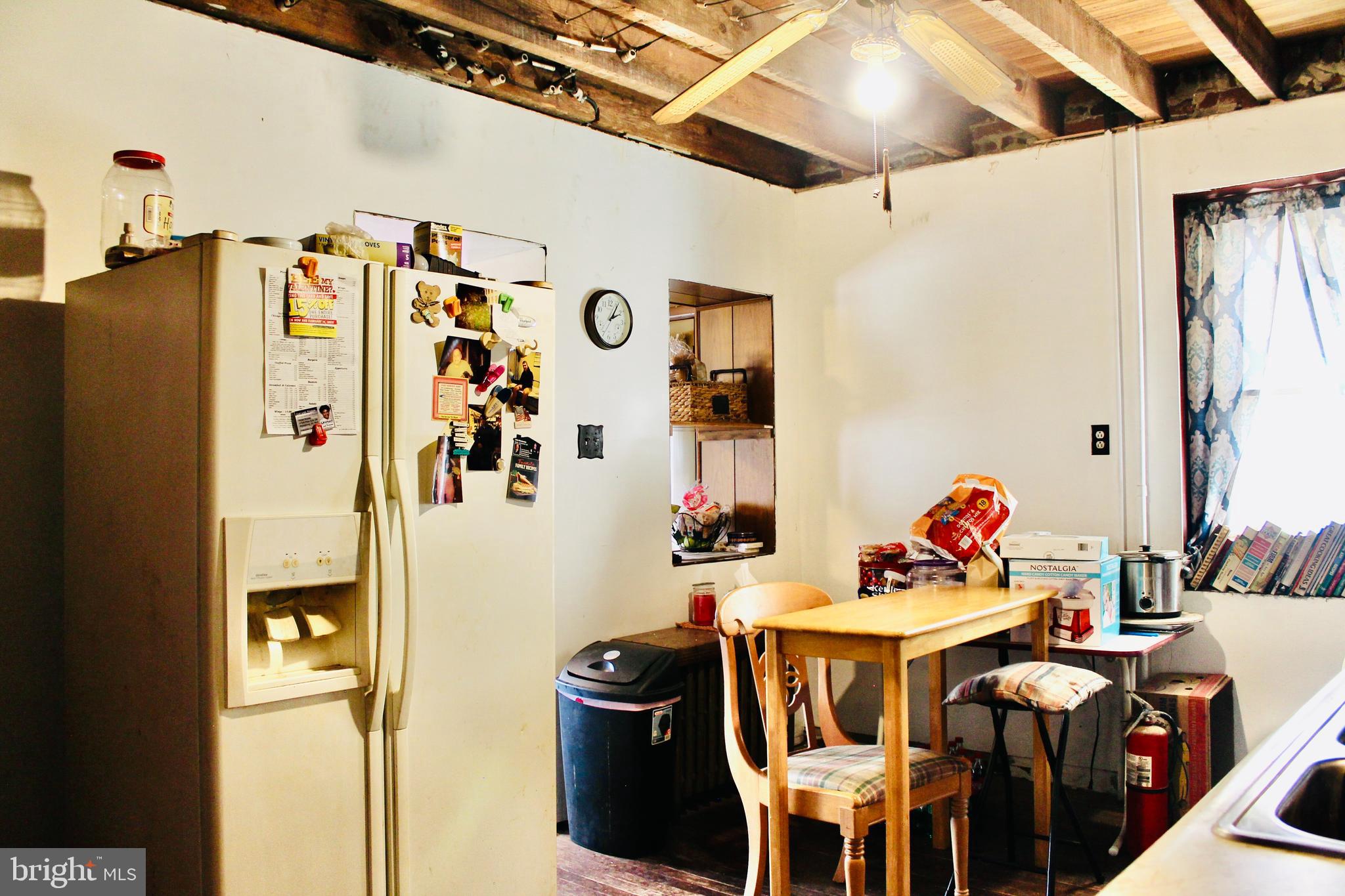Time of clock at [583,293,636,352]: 2:05
